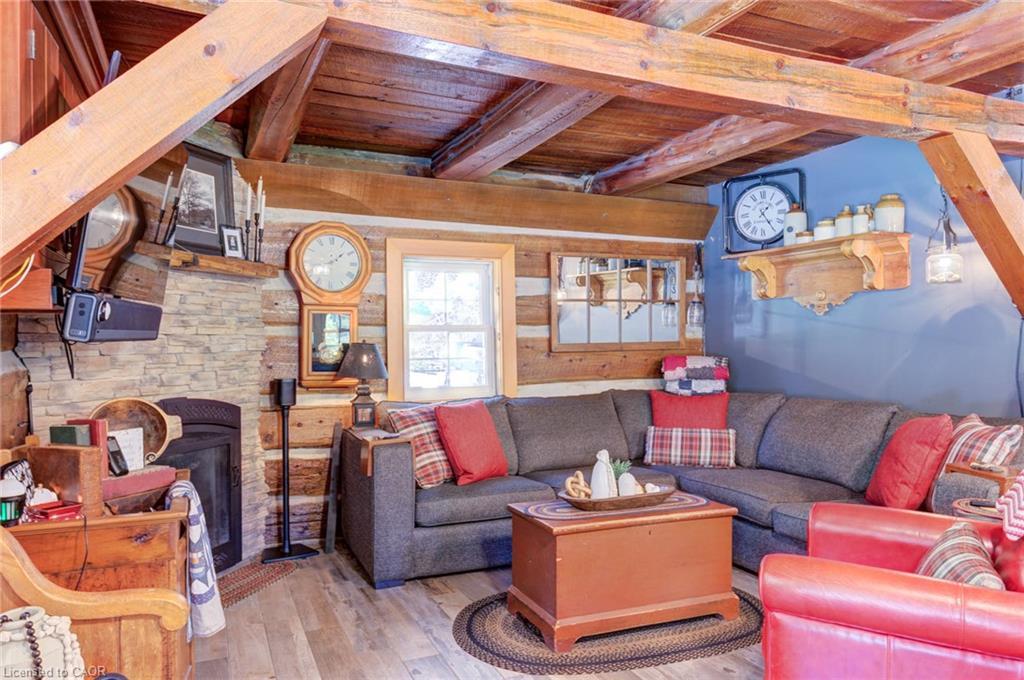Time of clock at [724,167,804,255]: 1:24
